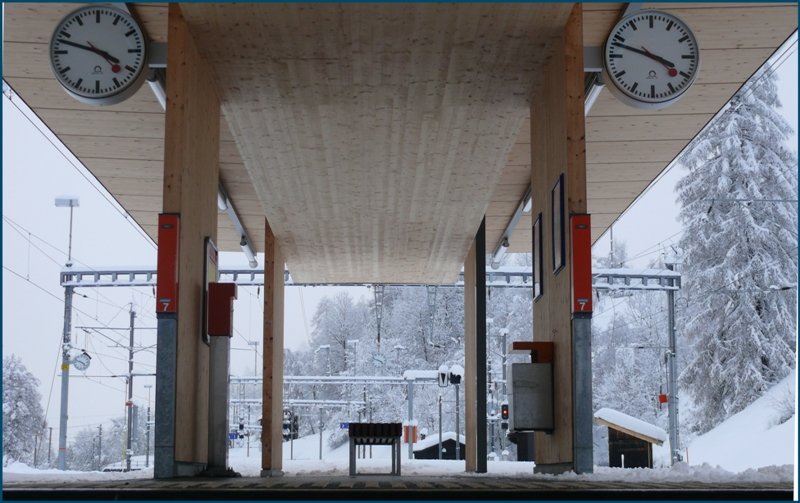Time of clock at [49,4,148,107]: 3:47
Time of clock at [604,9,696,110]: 3:48
